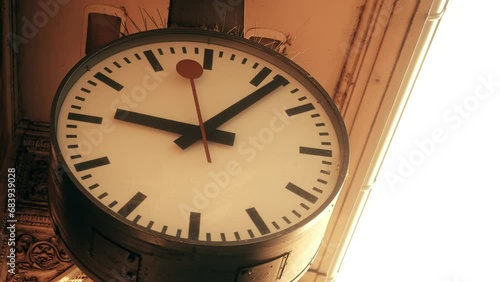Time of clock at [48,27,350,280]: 9:07
